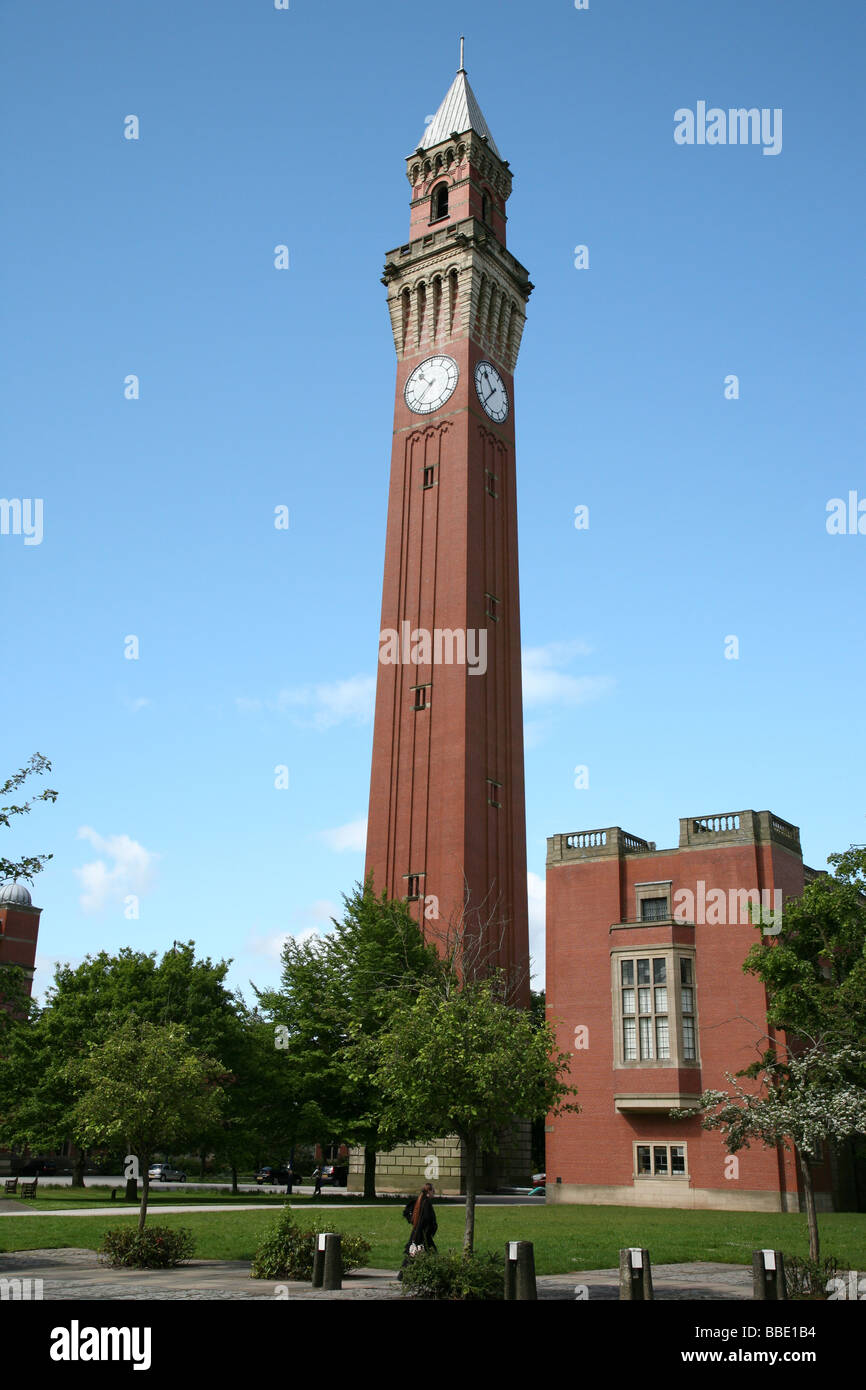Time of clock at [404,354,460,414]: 10:37
